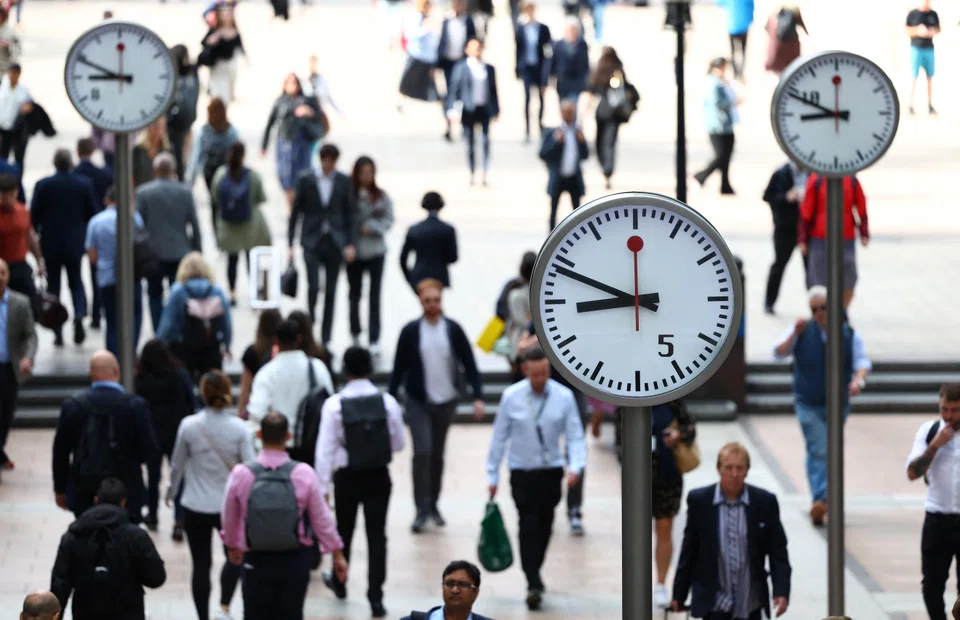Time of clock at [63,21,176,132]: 8:49
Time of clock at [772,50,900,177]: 8:48
